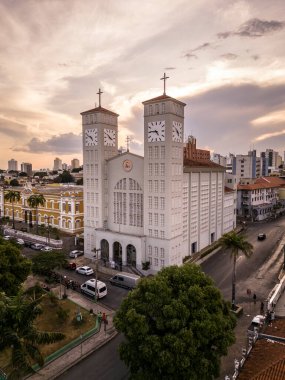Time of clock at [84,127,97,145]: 4:49
